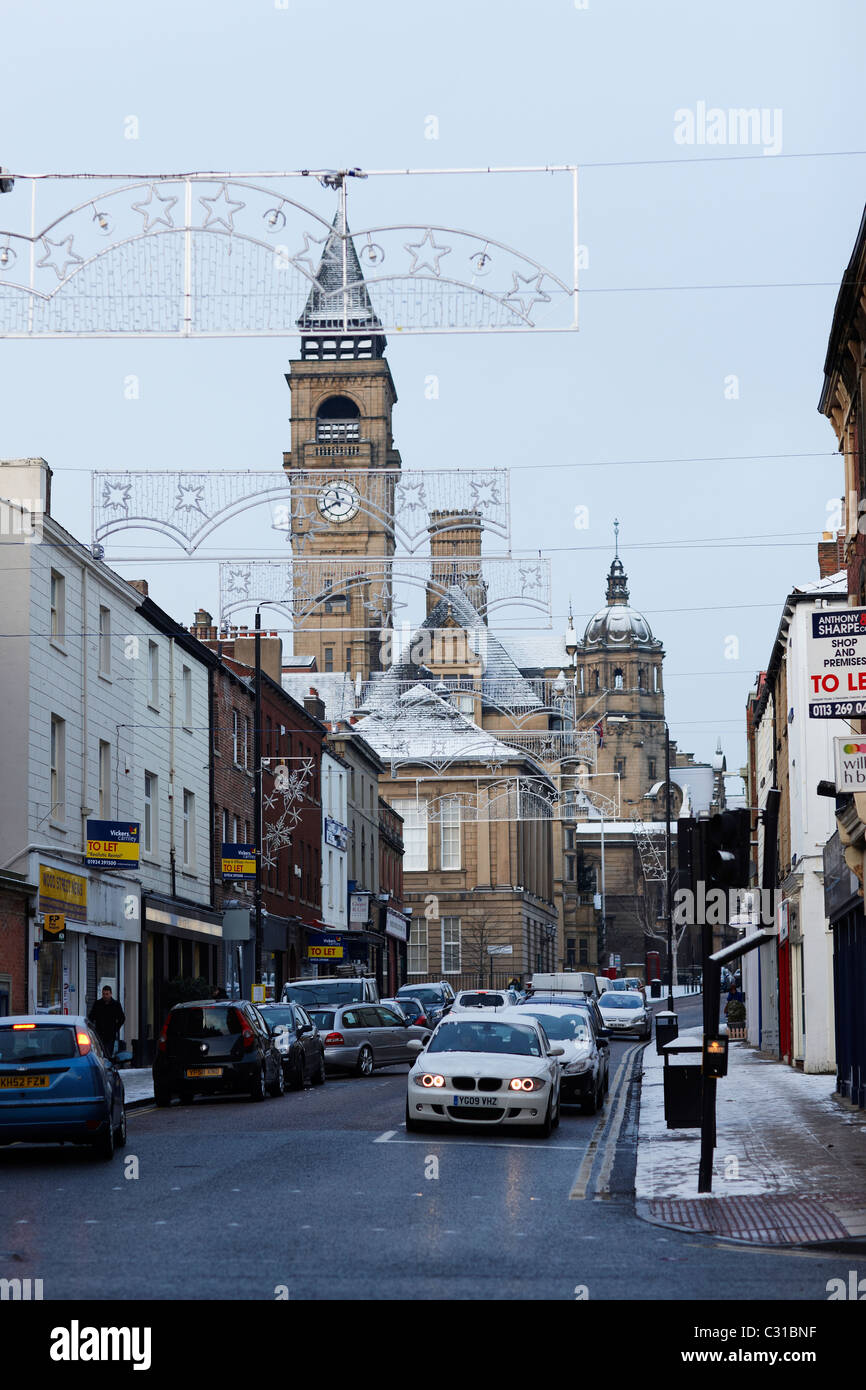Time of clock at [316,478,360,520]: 11:40
